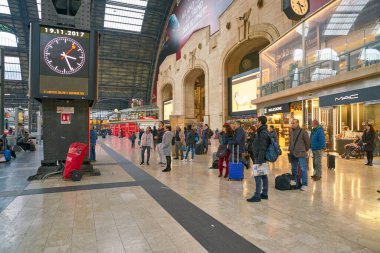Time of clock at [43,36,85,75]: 3:26
